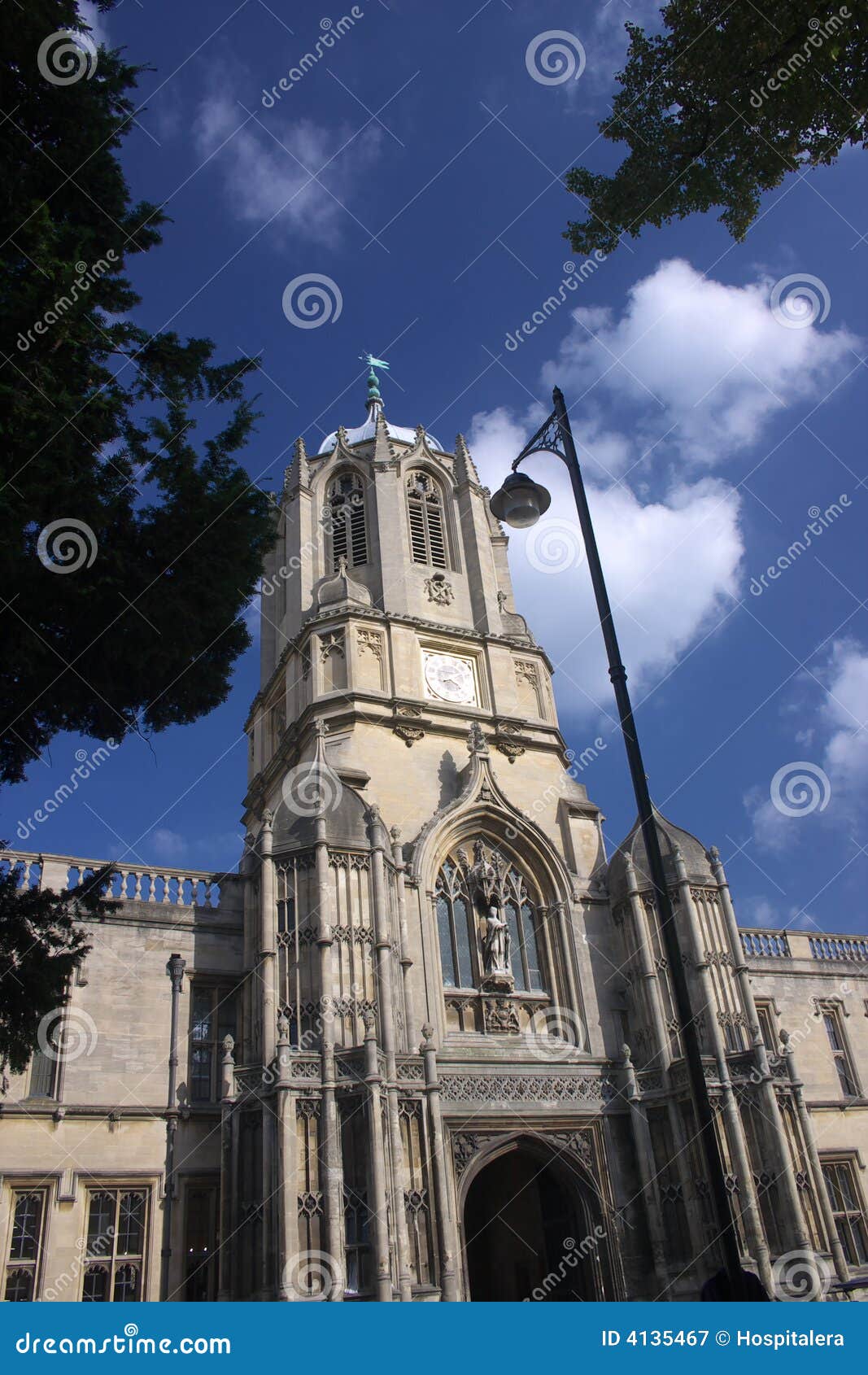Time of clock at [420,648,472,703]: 4:10
